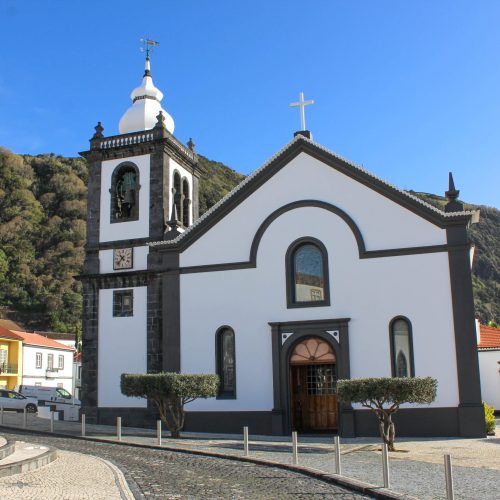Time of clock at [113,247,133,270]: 10:37
